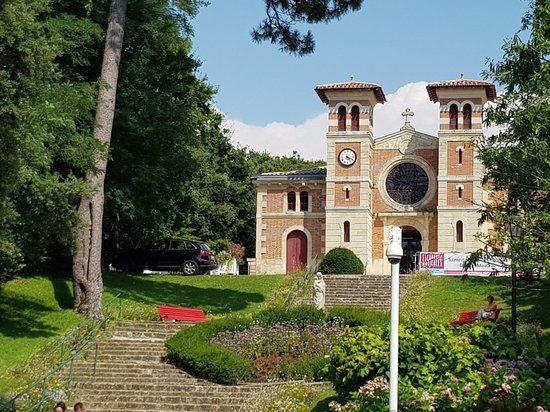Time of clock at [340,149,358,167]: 4:19
